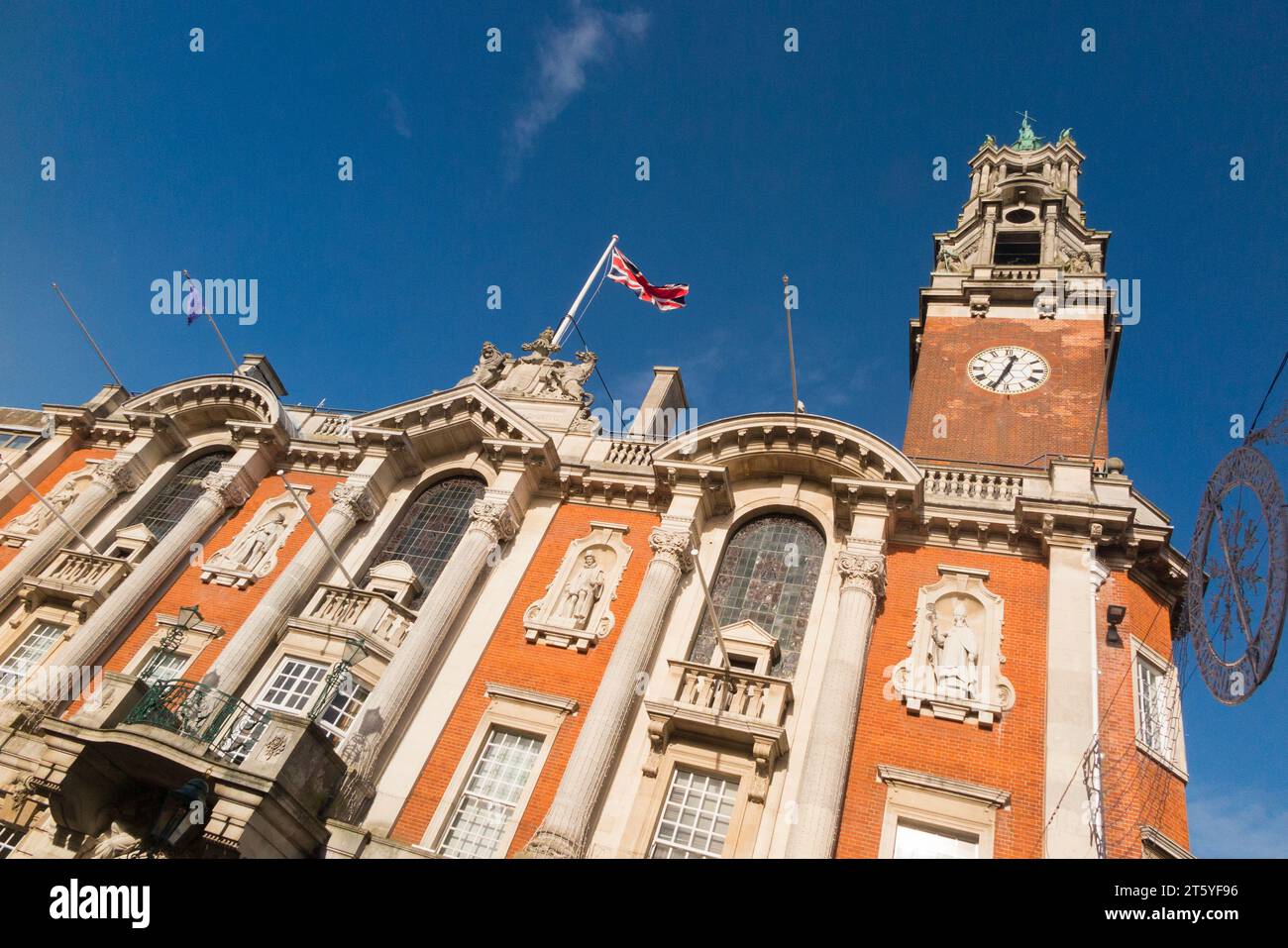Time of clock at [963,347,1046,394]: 12:33
